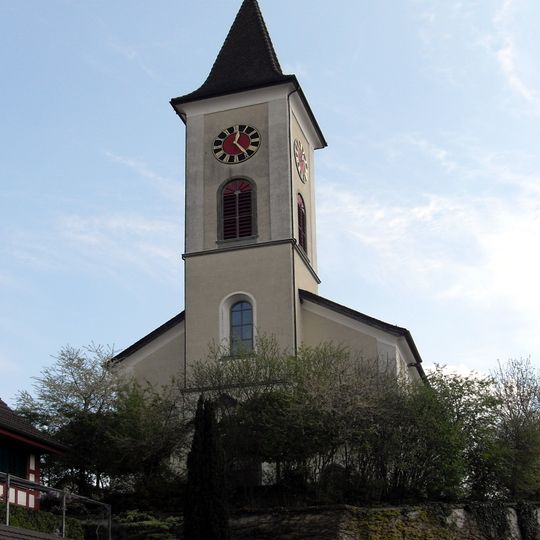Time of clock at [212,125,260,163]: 12:23
